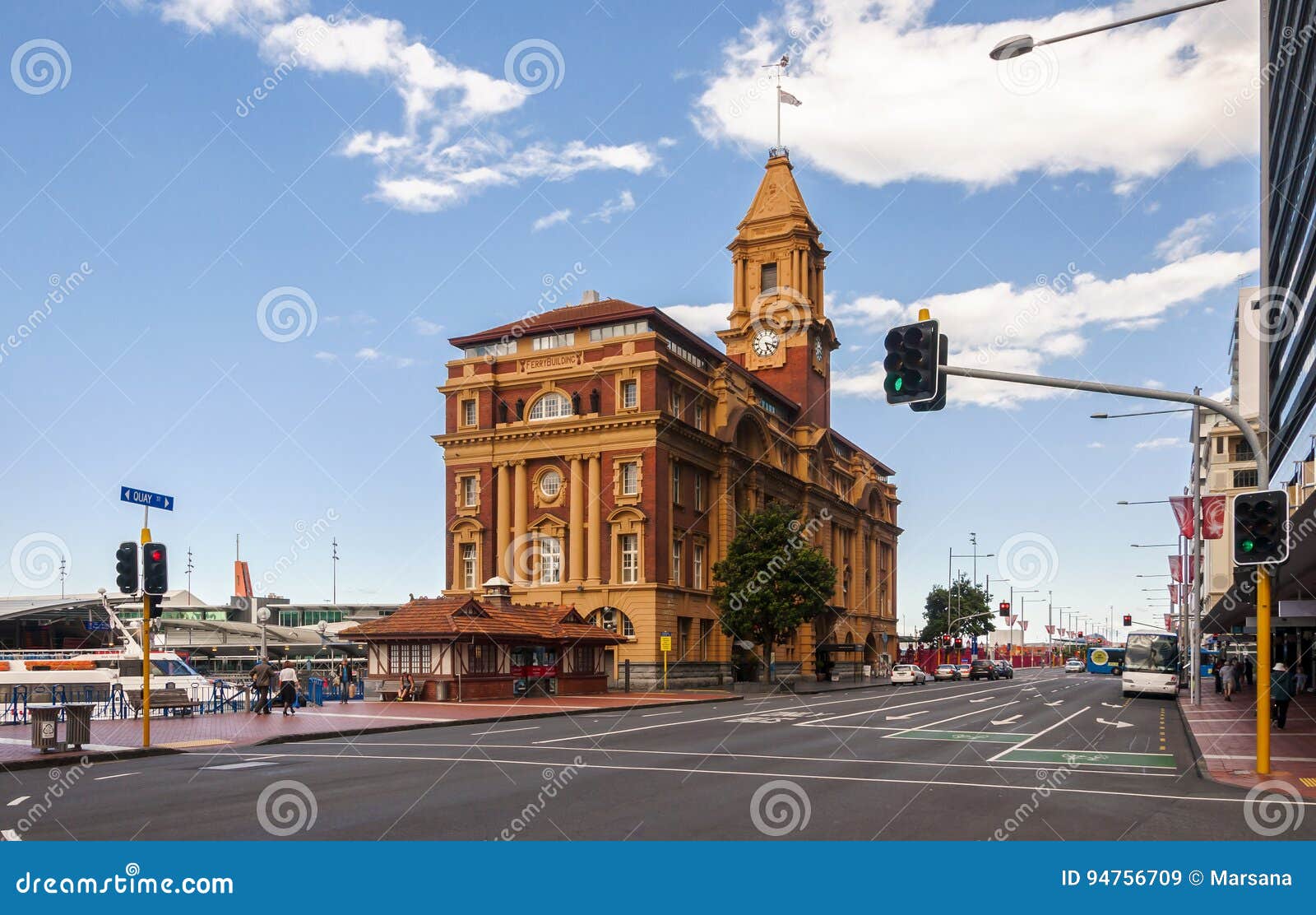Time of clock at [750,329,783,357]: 5:18
